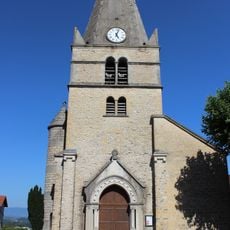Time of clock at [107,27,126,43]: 5:03
